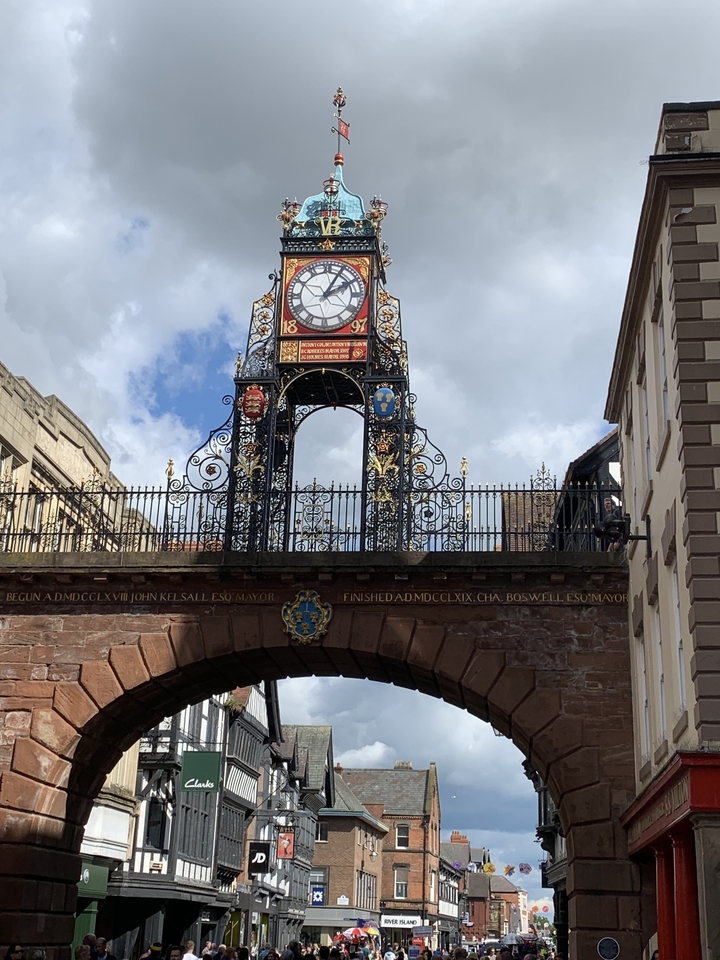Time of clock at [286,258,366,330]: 2:04
